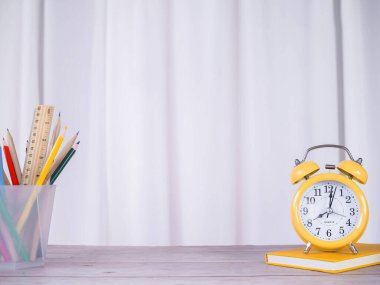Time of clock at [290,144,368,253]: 8:01
